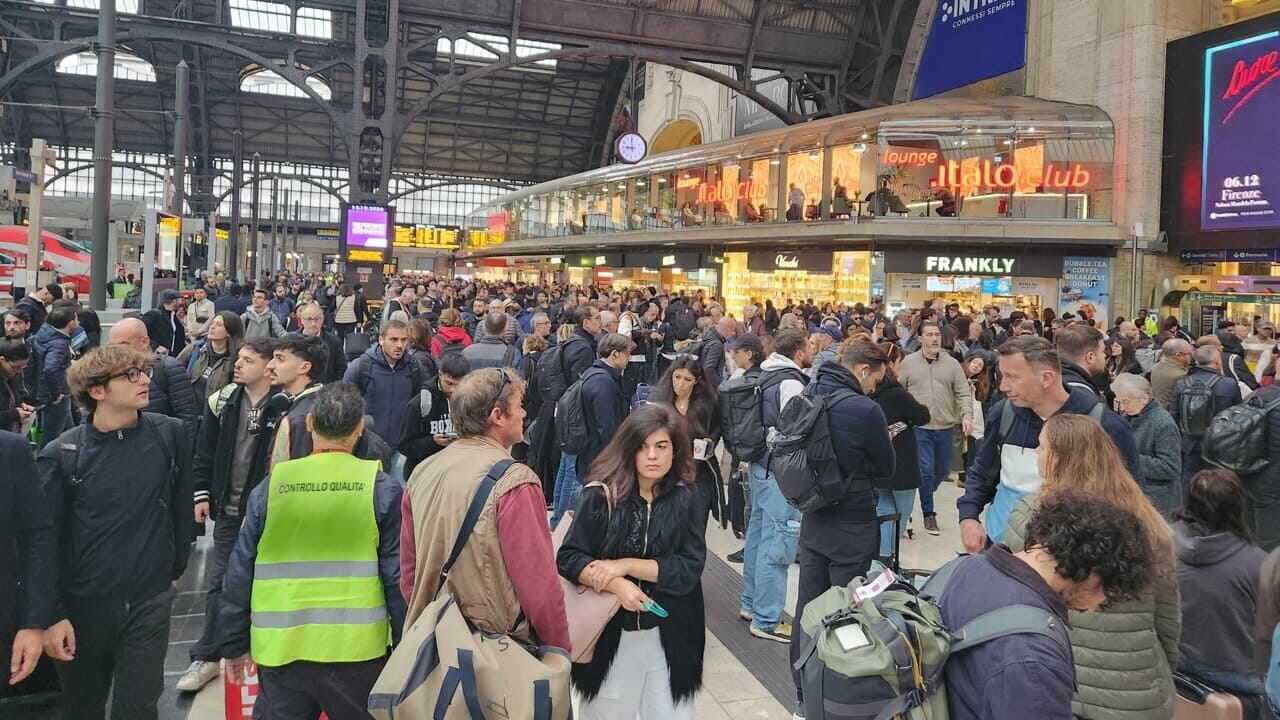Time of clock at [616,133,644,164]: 8:59
